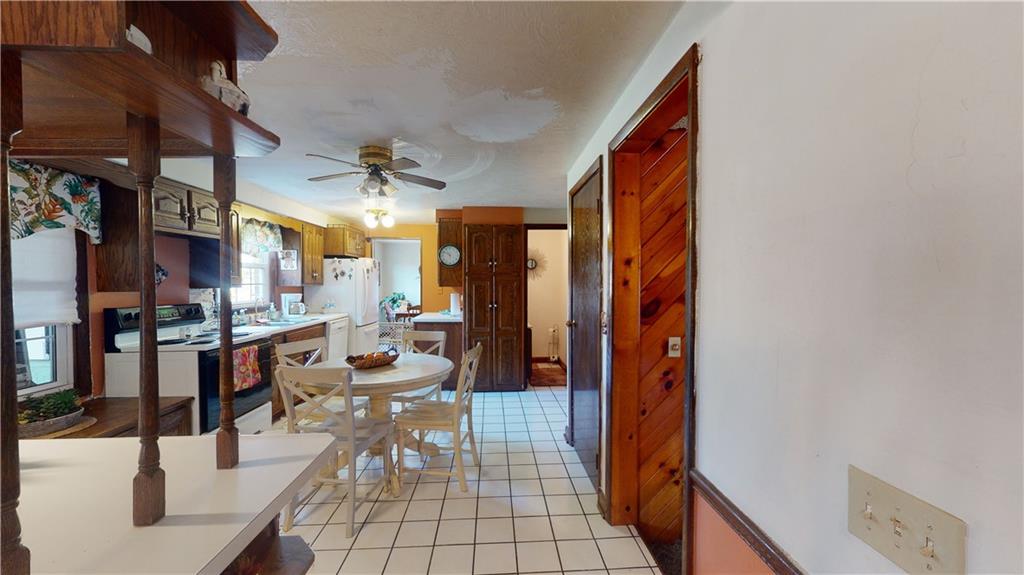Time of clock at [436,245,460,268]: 5:49
